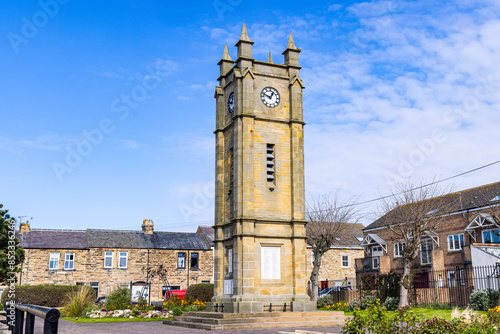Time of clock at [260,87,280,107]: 12:48
